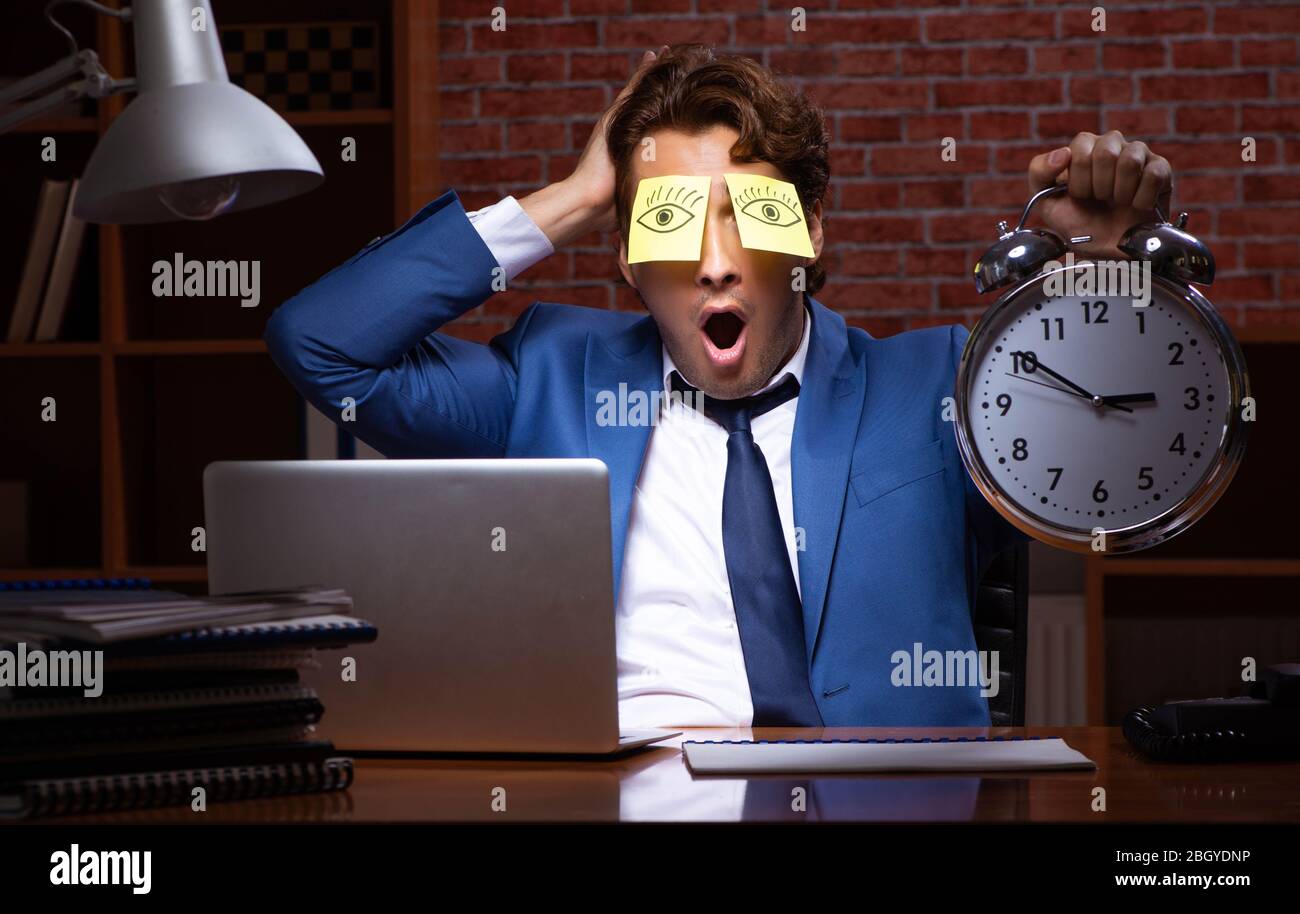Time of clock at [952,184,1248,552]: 2:50
